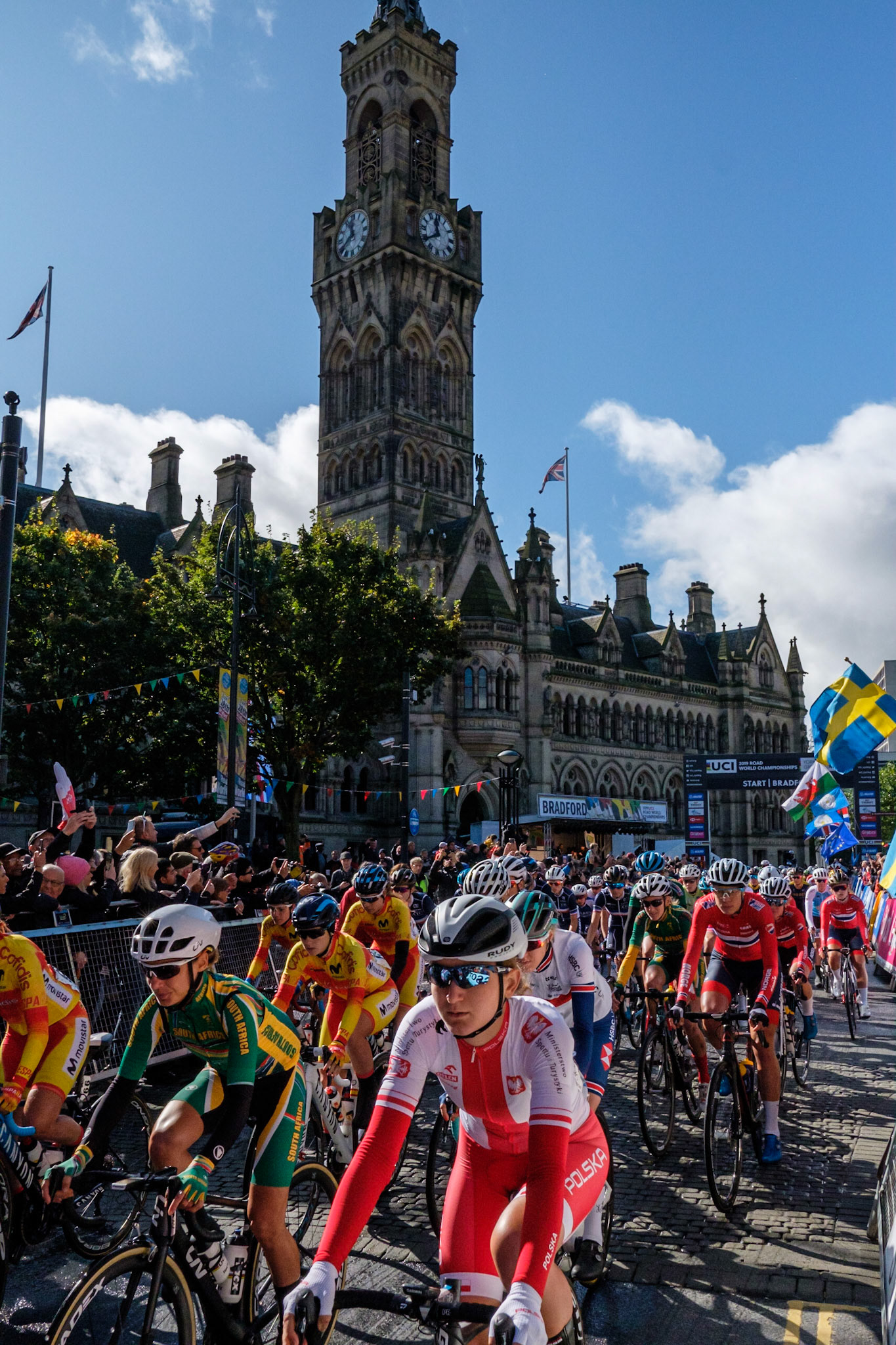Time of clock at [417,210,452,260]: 11:39
